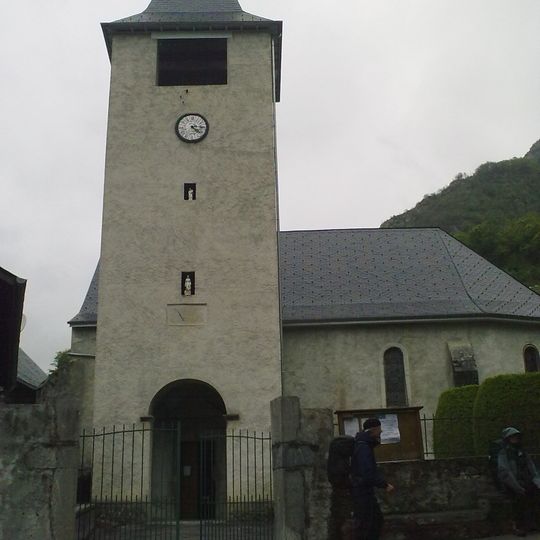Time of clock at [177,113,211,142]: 4:14
